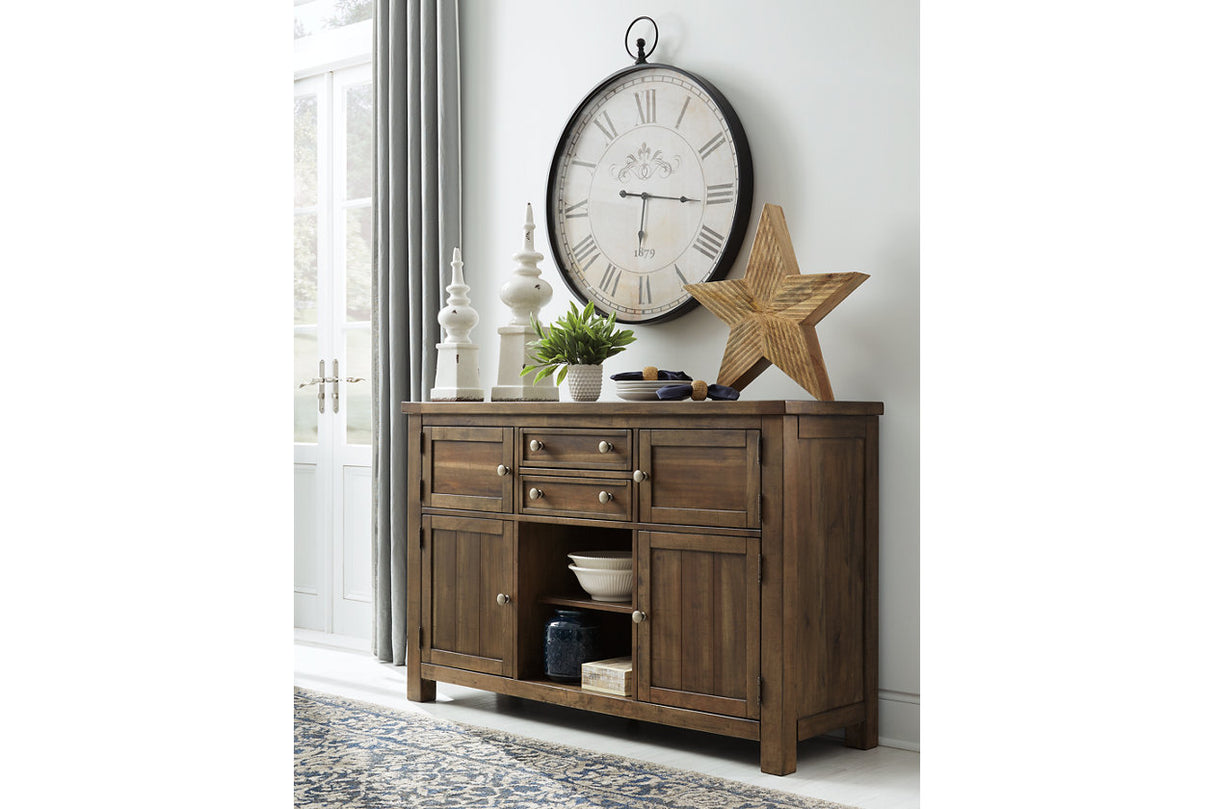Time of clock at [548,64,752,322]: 6:16
